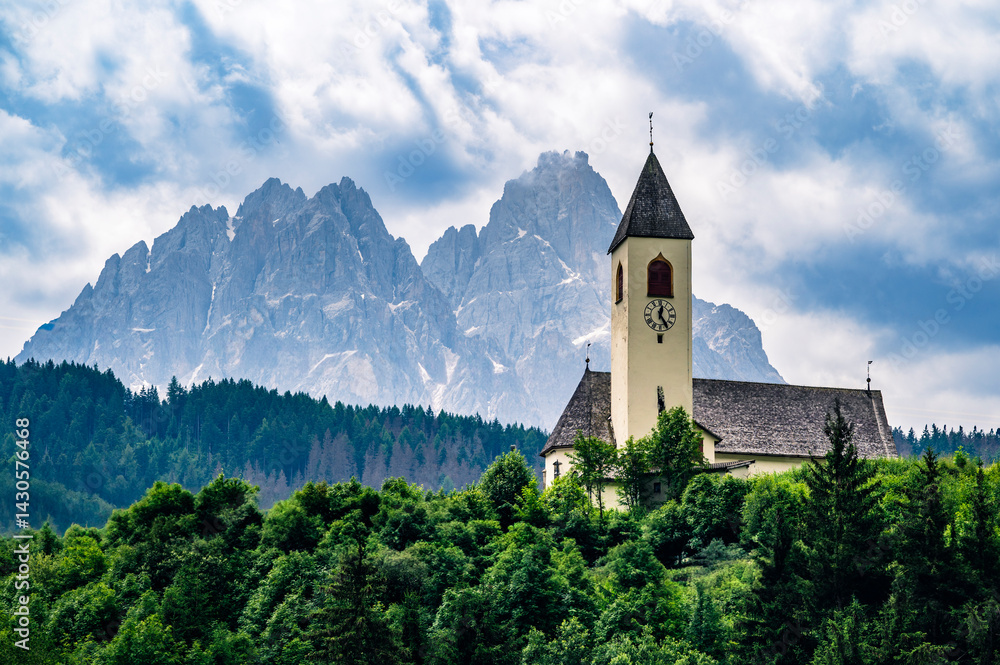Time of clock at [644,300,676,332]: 12:24
